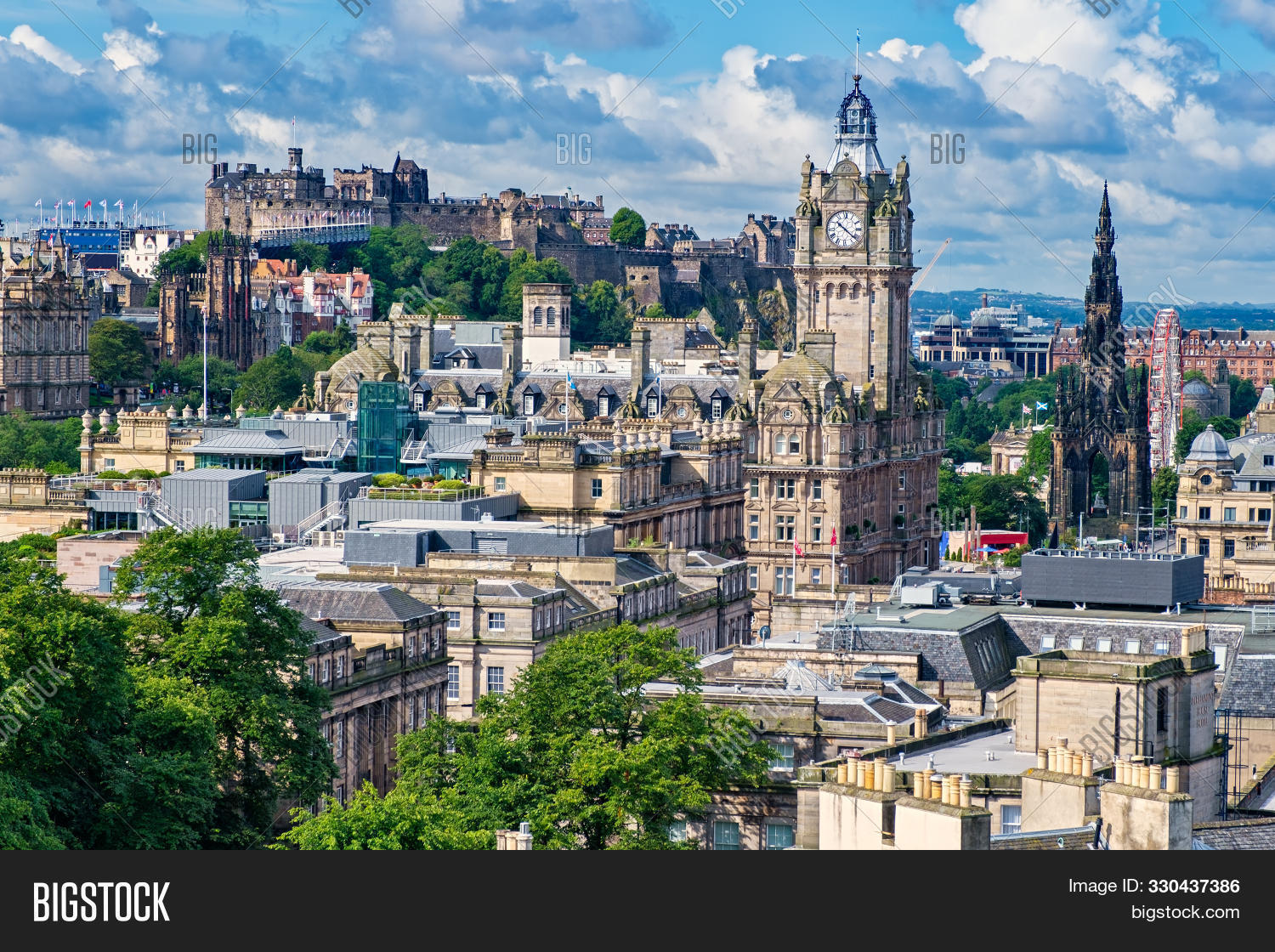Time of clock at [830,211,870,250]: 10:21
